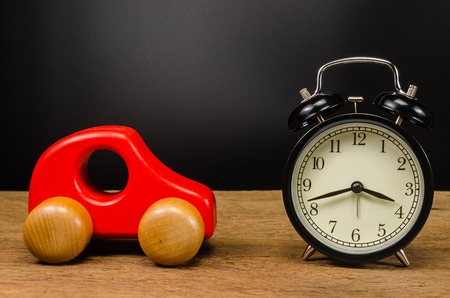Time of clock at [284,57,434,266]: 3:42
